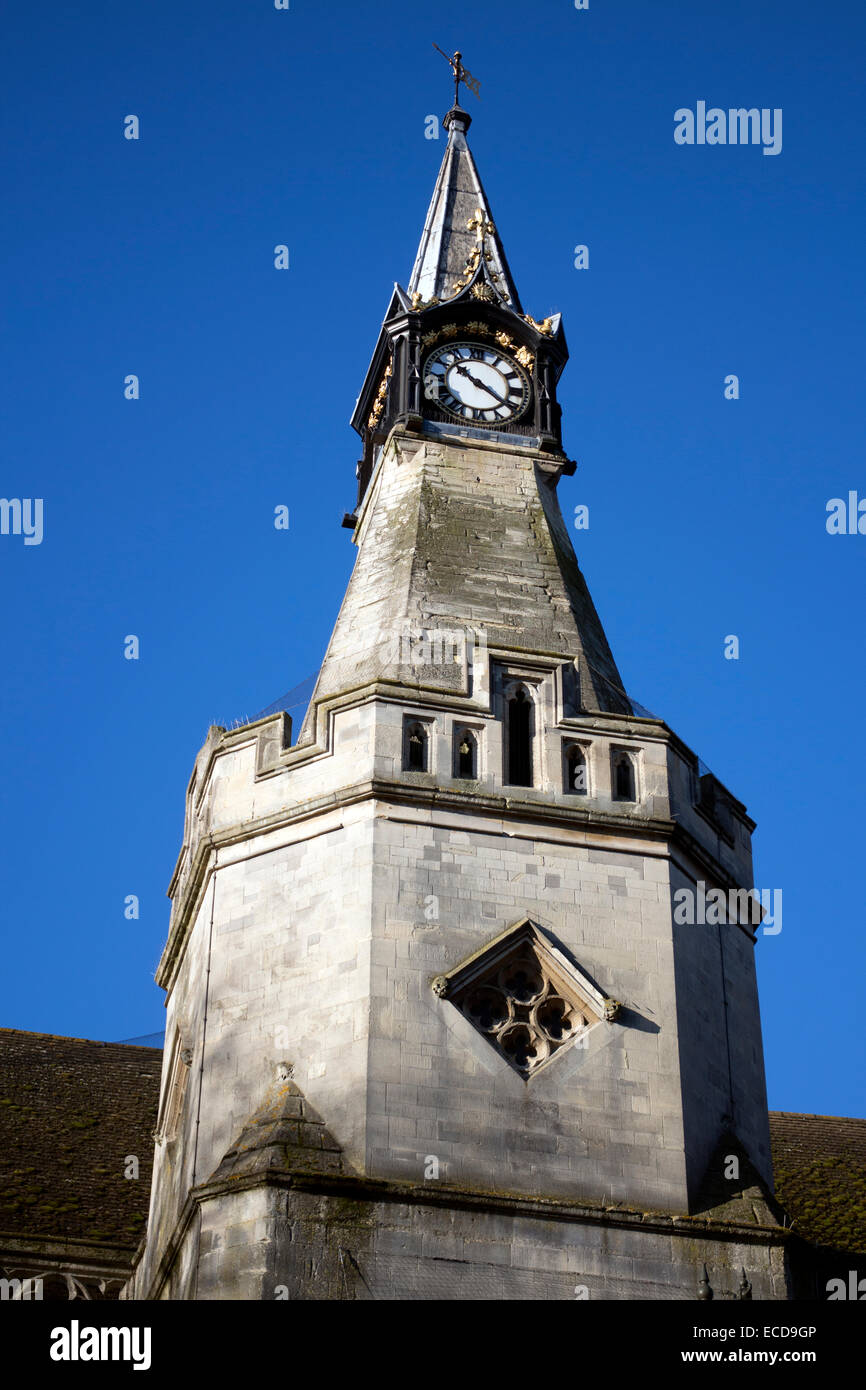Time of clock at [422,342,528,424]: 10:21
